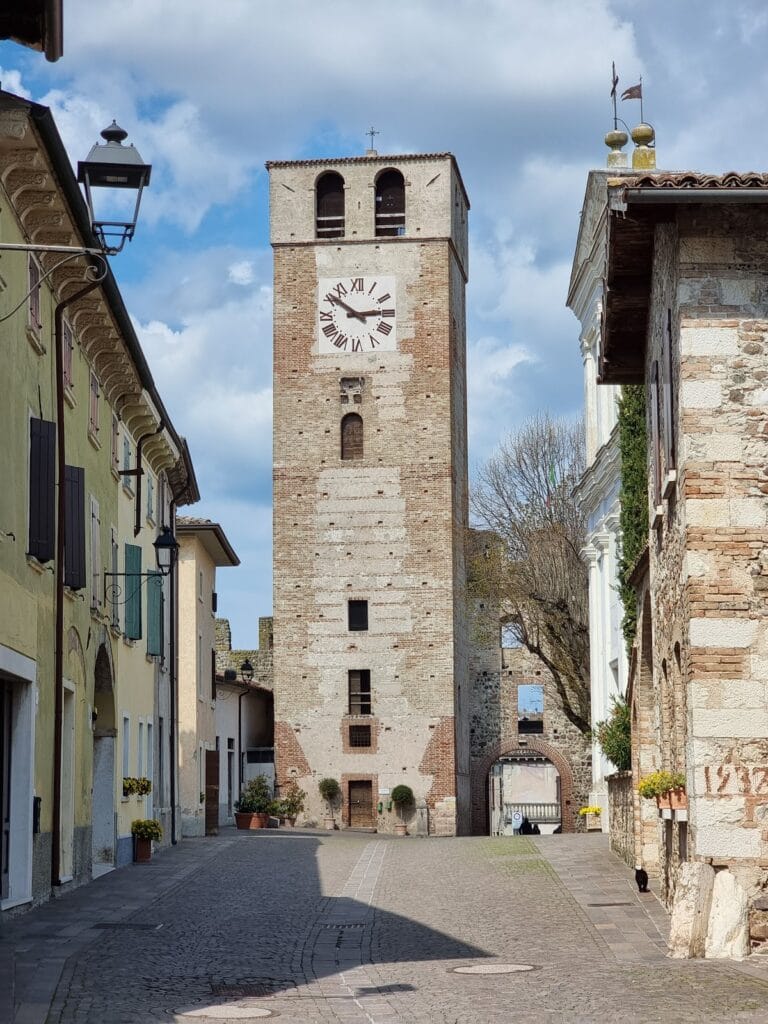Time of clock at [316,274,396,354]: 2:51
